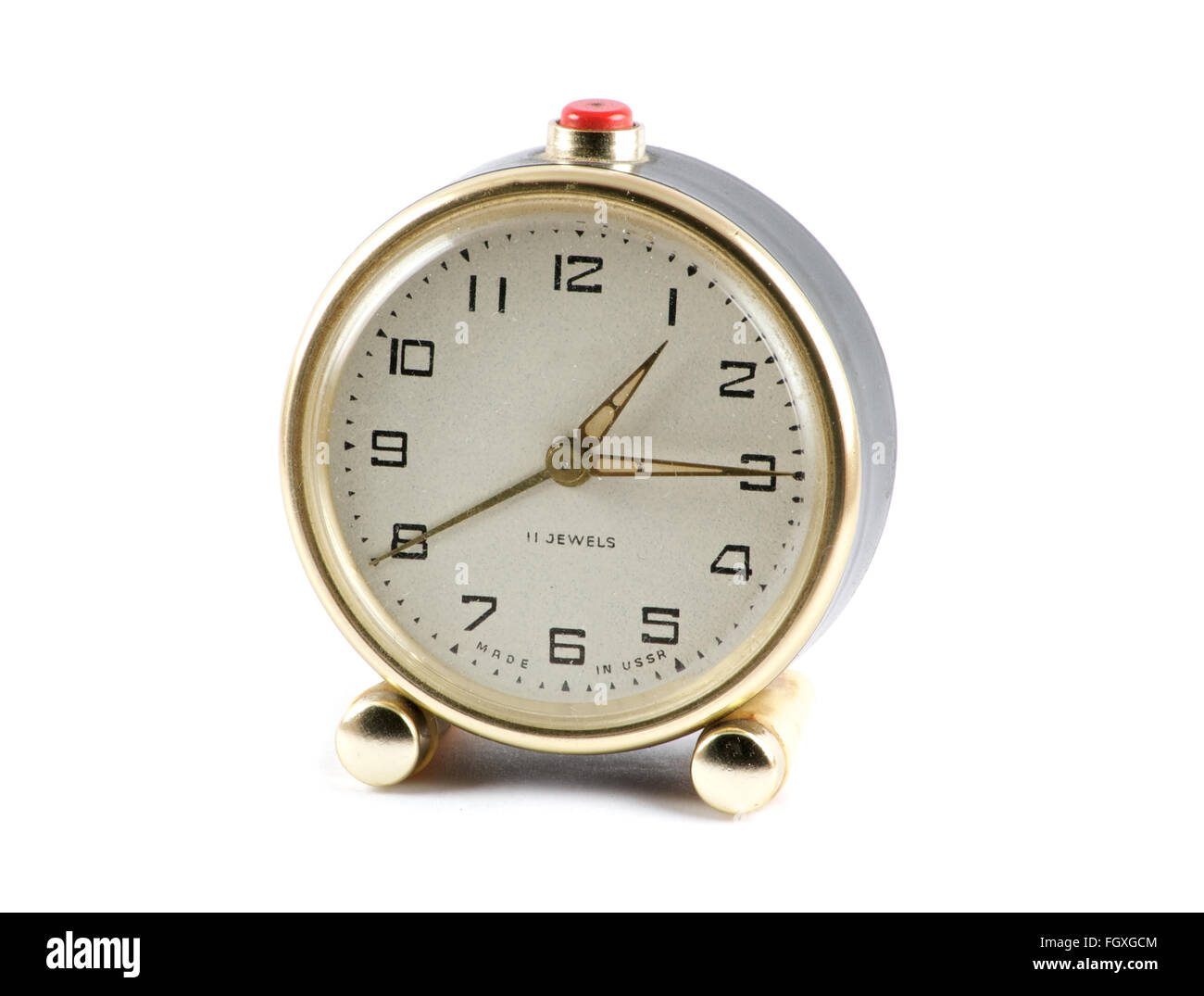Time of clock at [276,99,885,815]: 1:14
